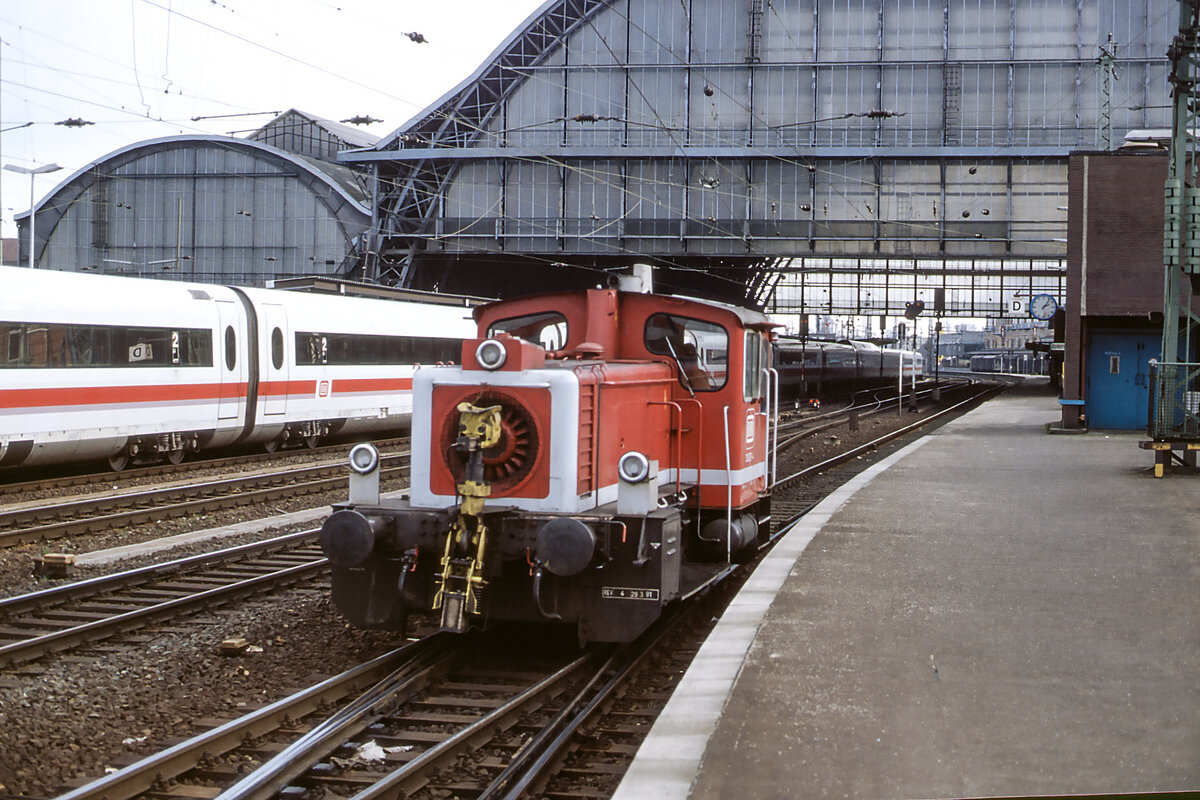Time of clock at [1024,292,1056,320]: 2:06
